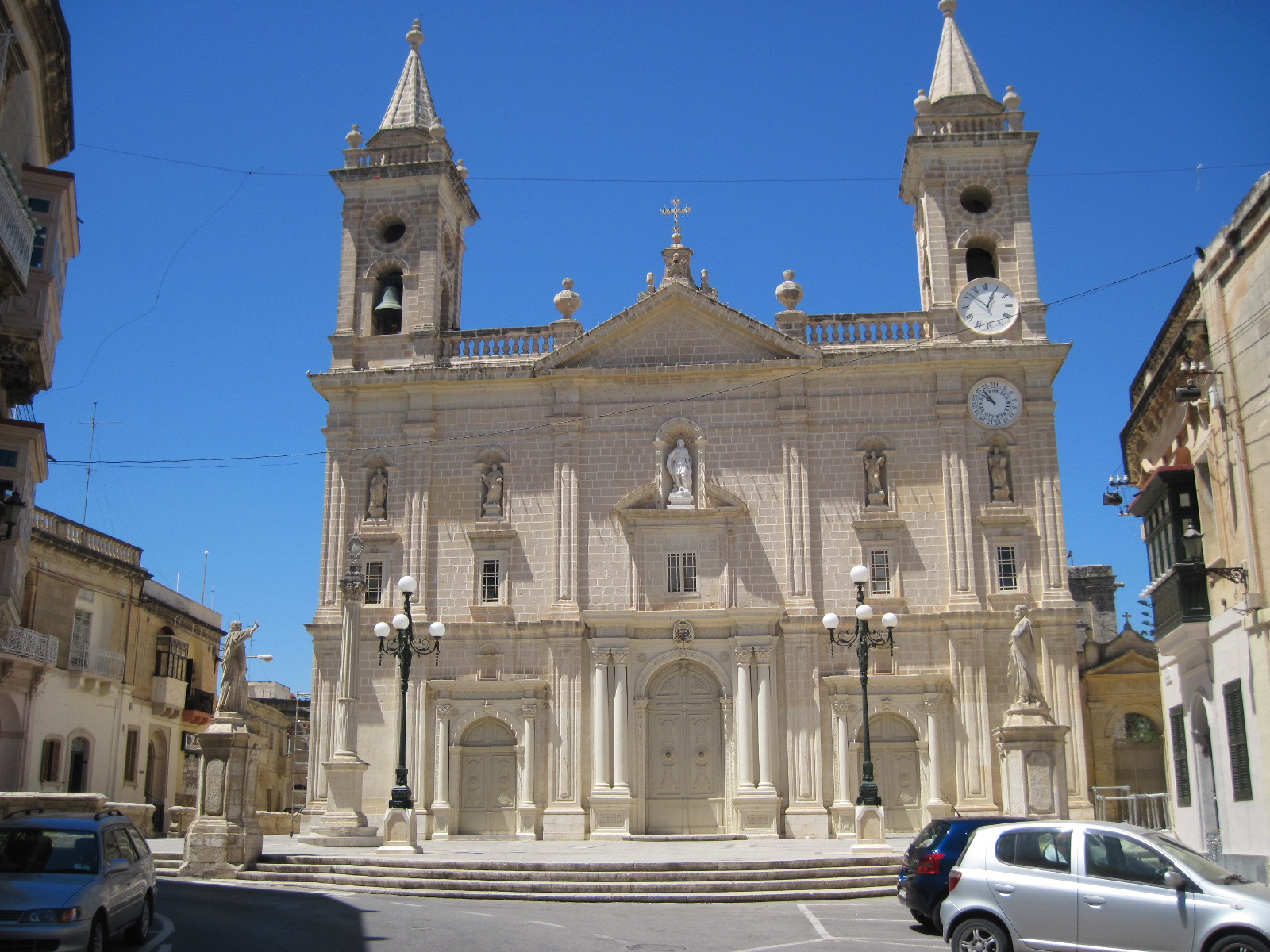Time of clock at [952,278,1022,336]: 12:52
